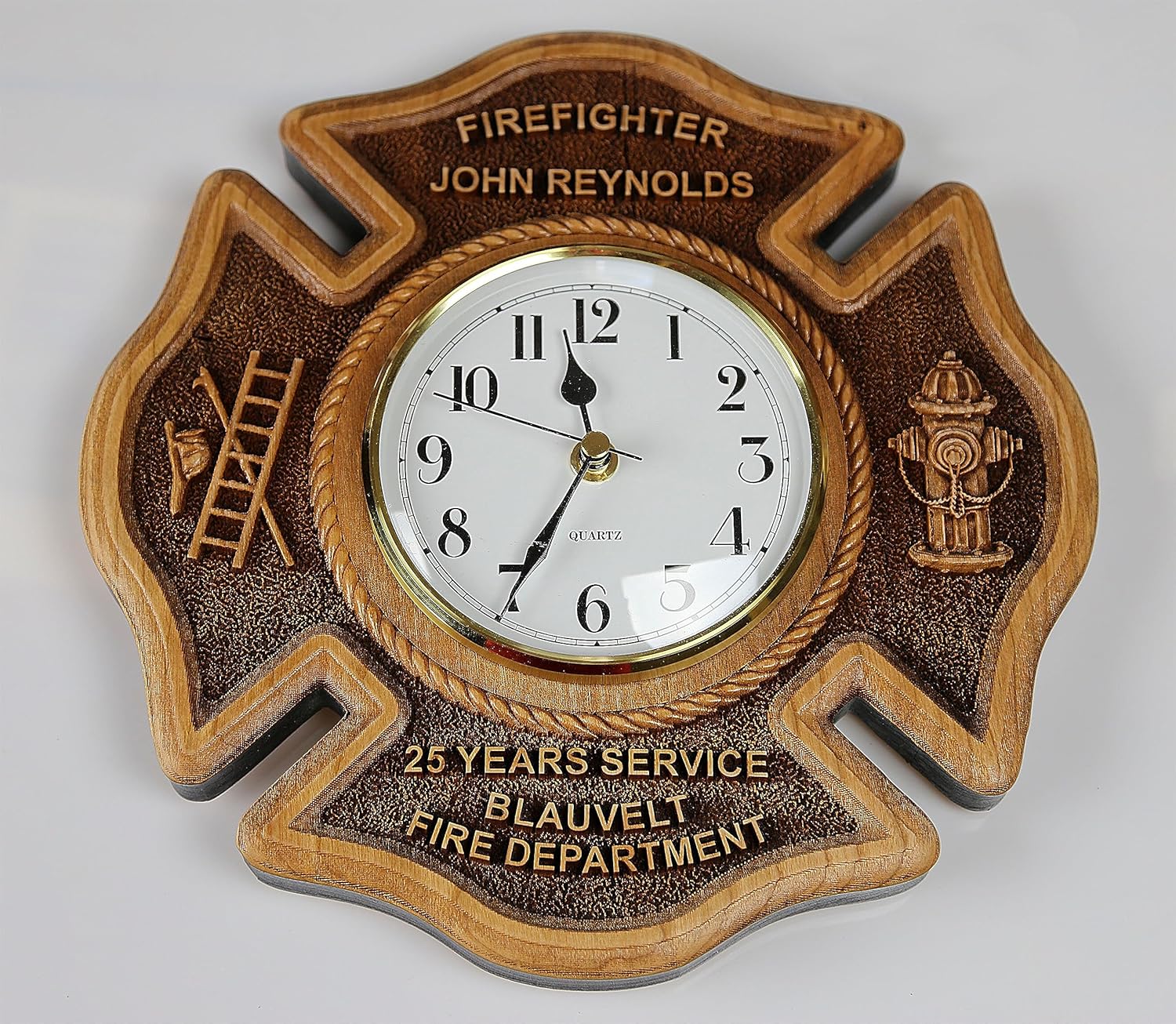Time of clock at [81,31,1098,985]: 11:34
